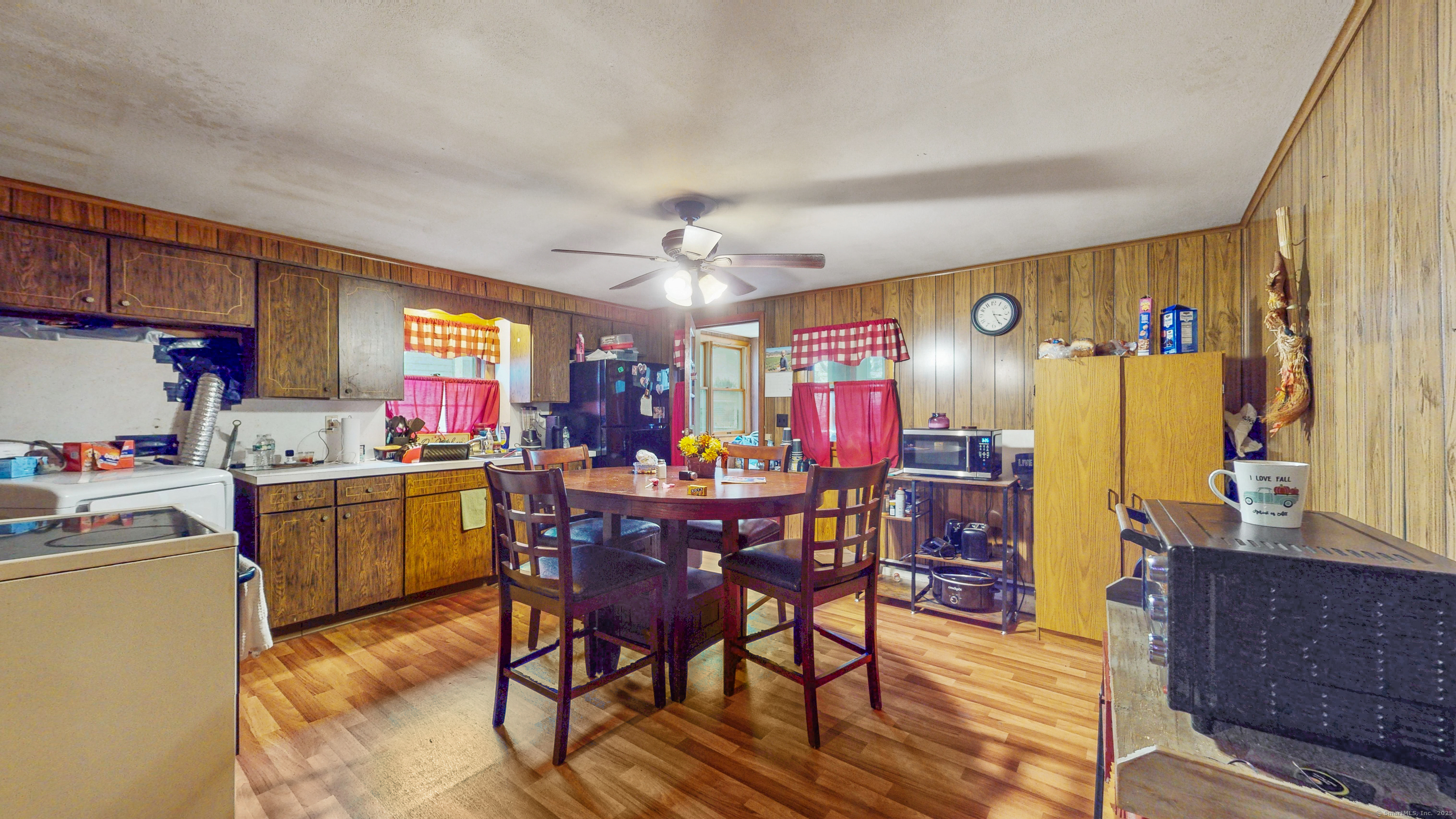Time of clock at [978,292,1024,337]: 3:25
